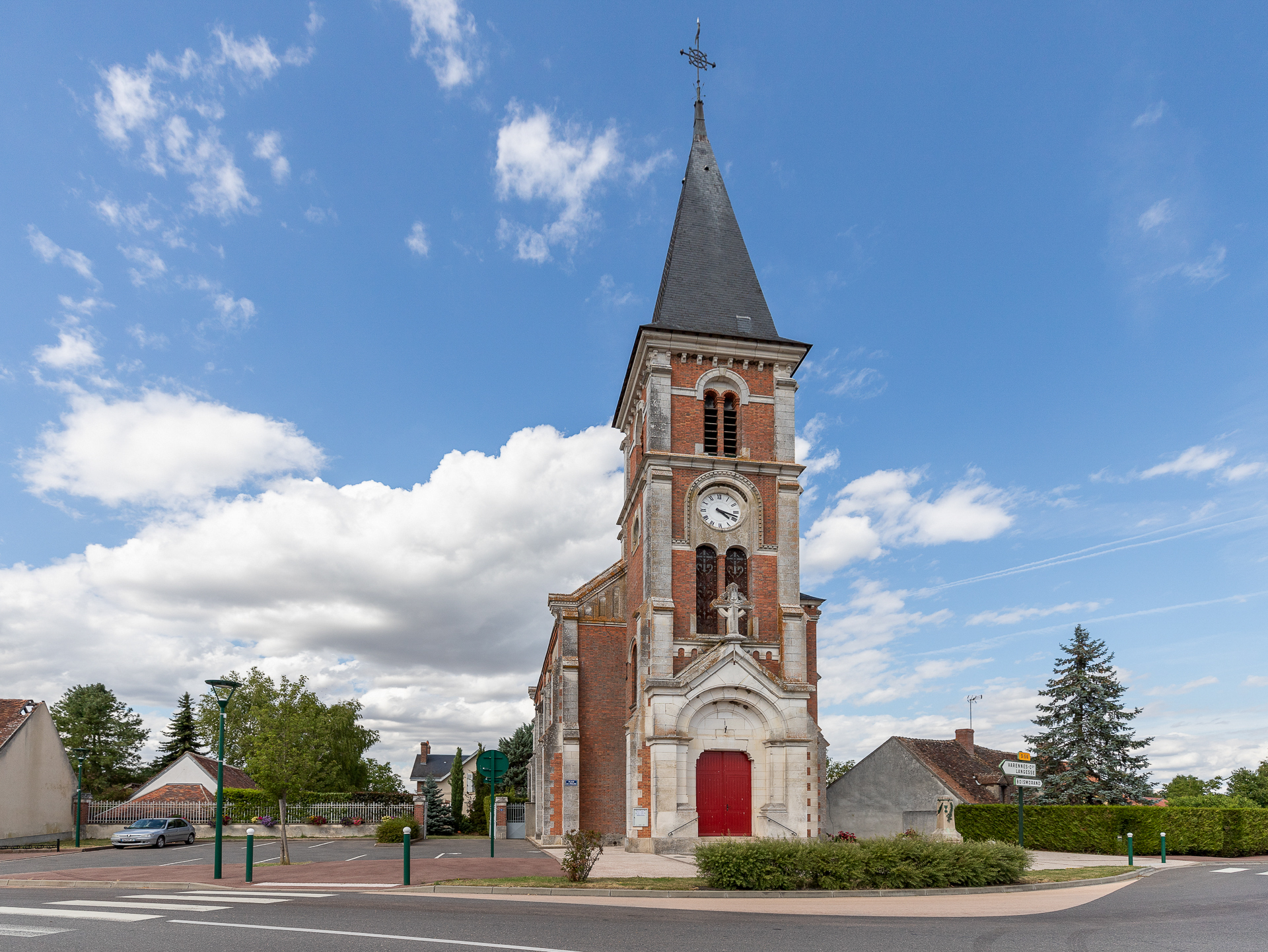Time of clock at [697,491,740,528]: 4:18
